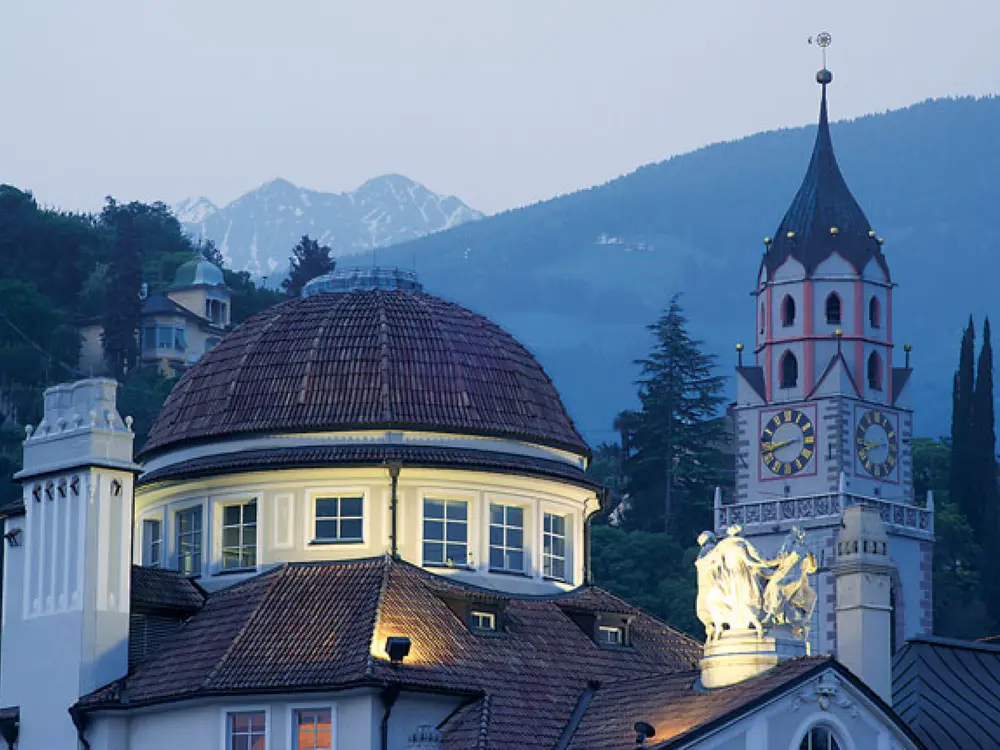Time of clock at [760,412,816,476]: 2:42
